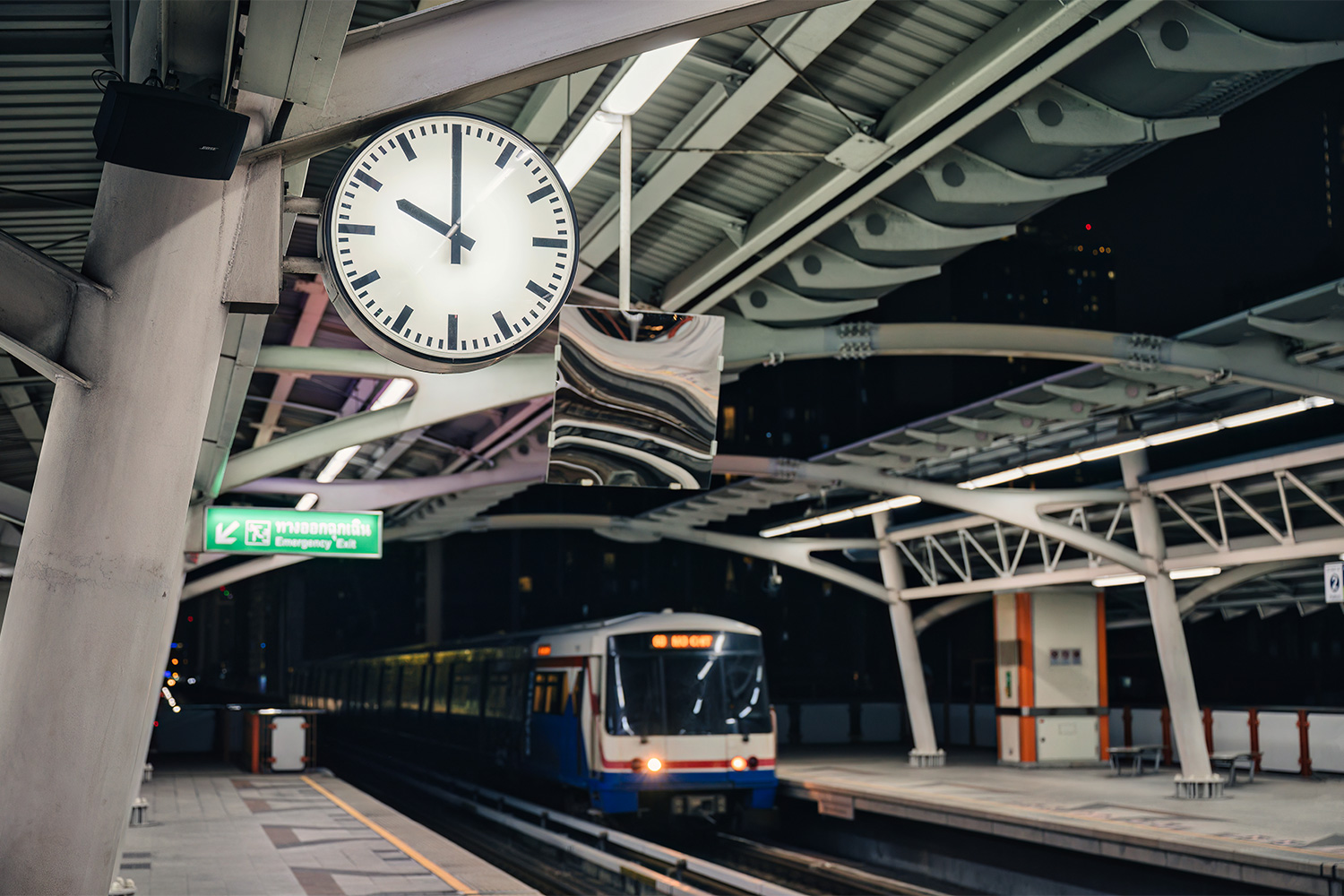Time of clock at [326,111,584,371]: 10:00
